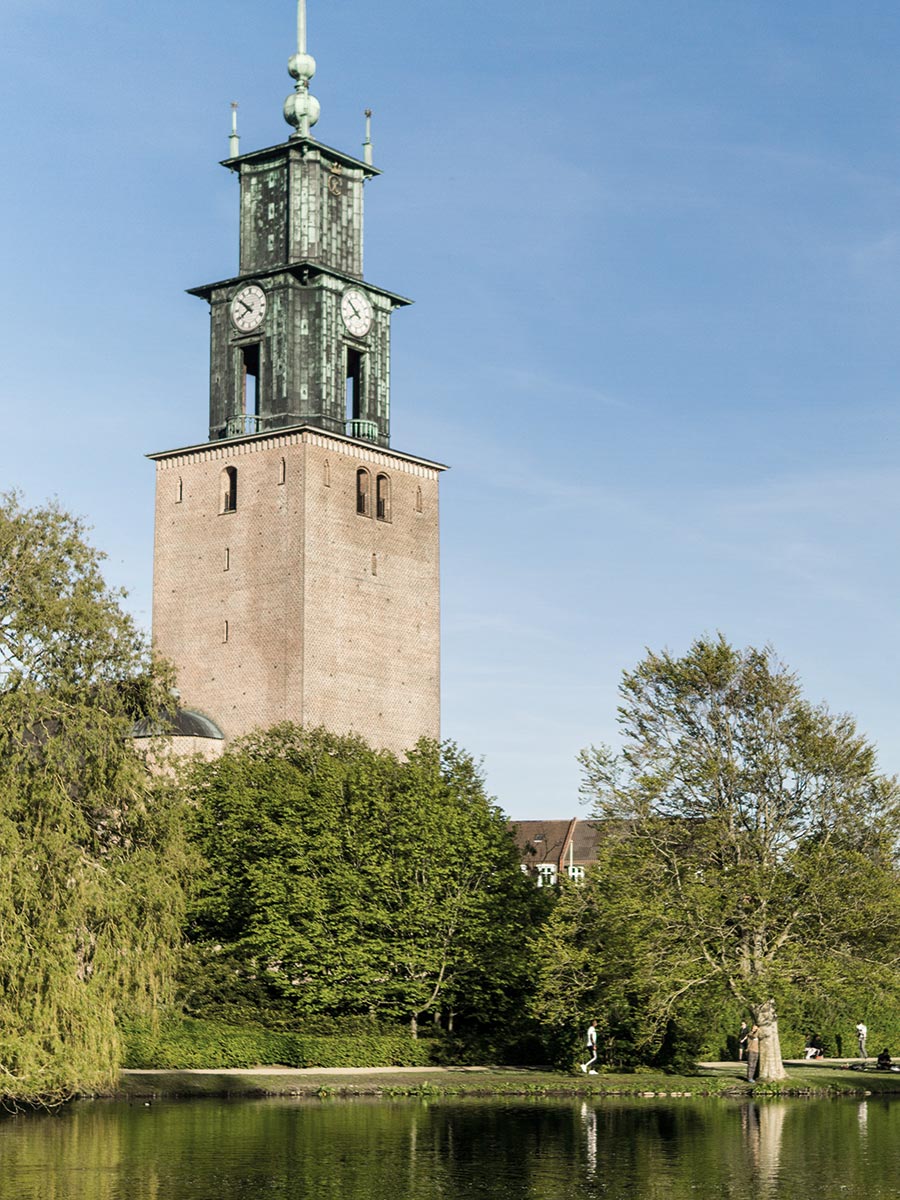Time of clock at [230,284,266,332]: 10:39
